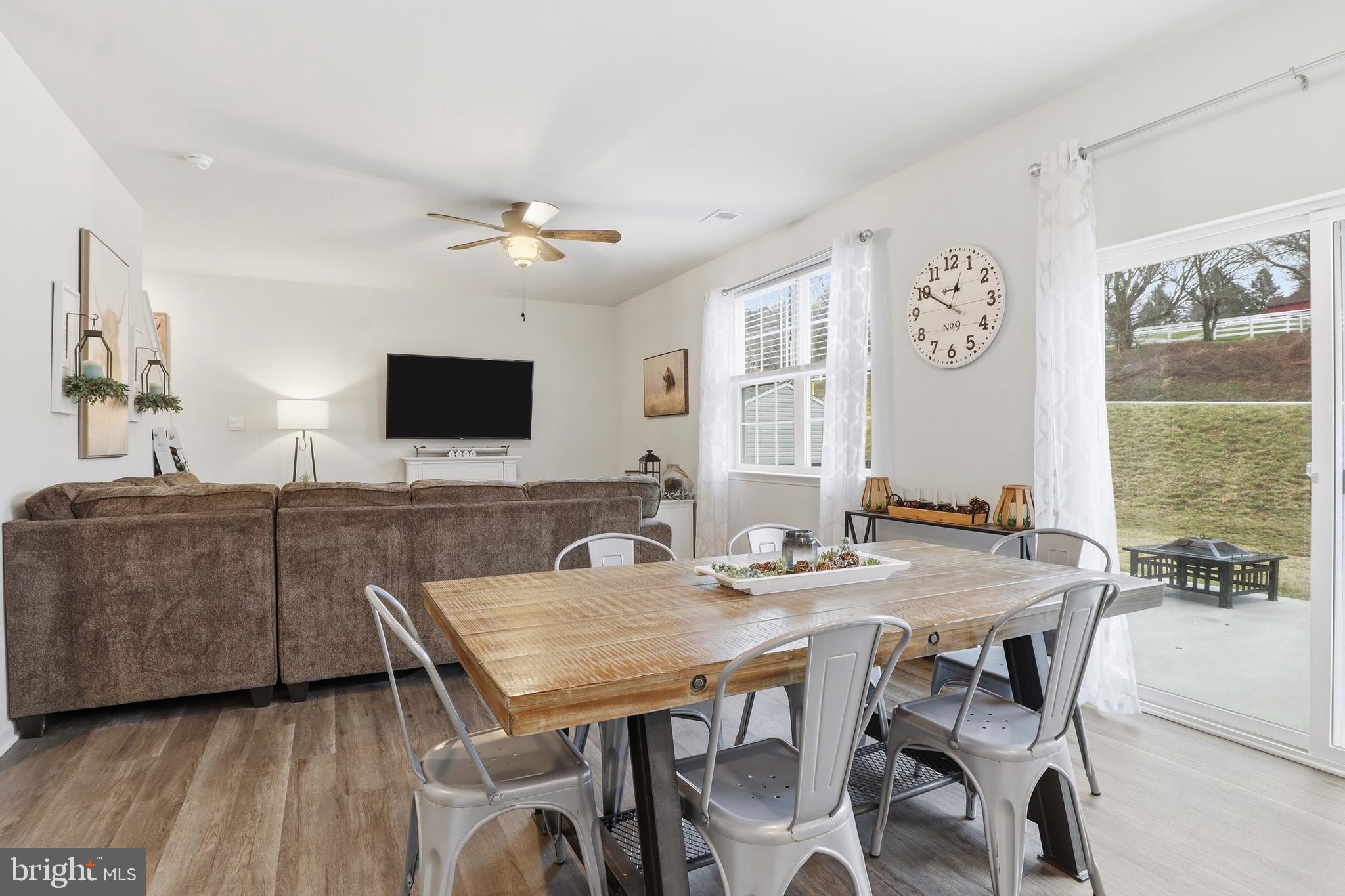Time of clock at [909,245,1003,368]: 12:50
